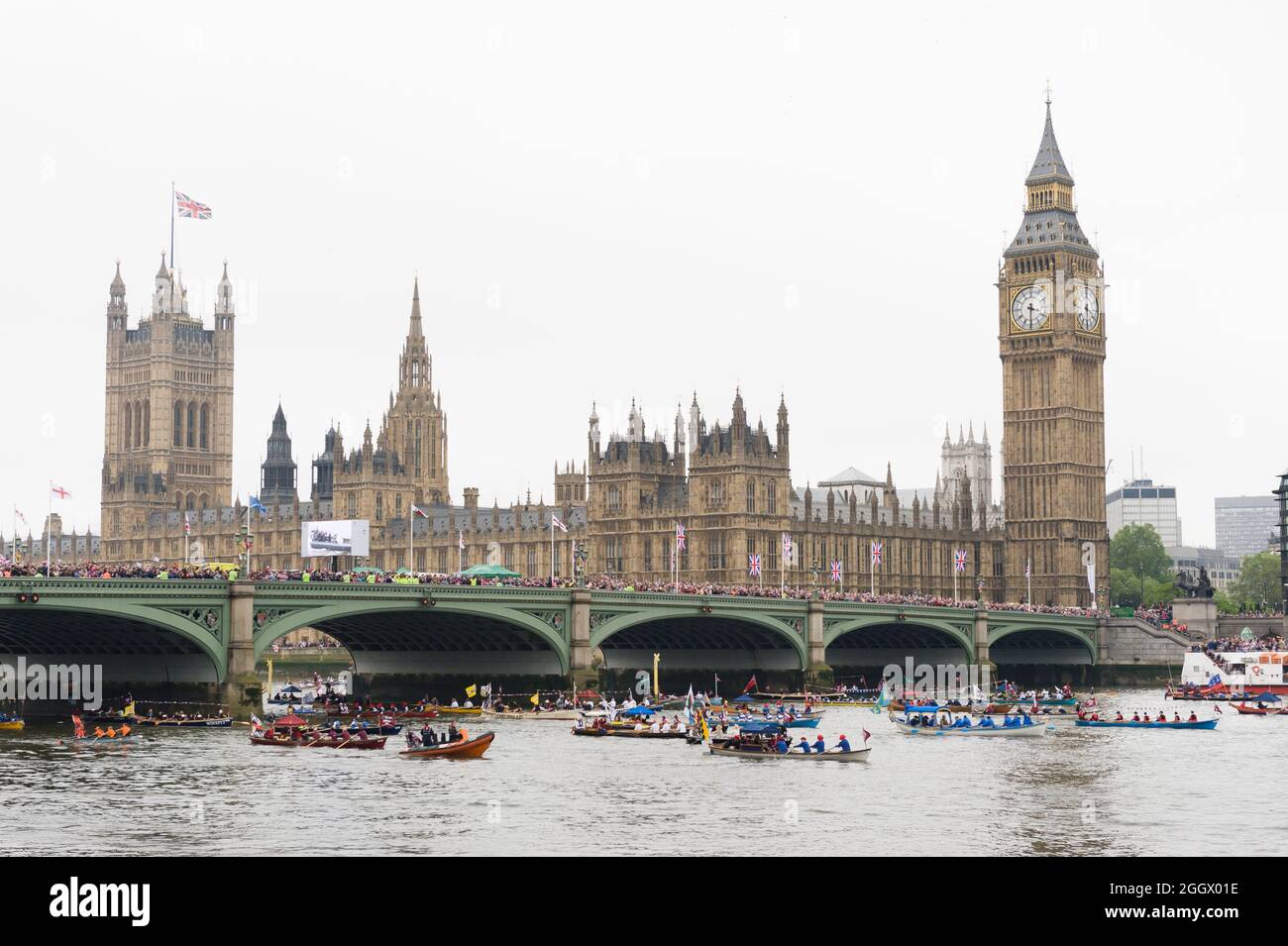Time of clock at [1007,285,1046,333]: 3:30
